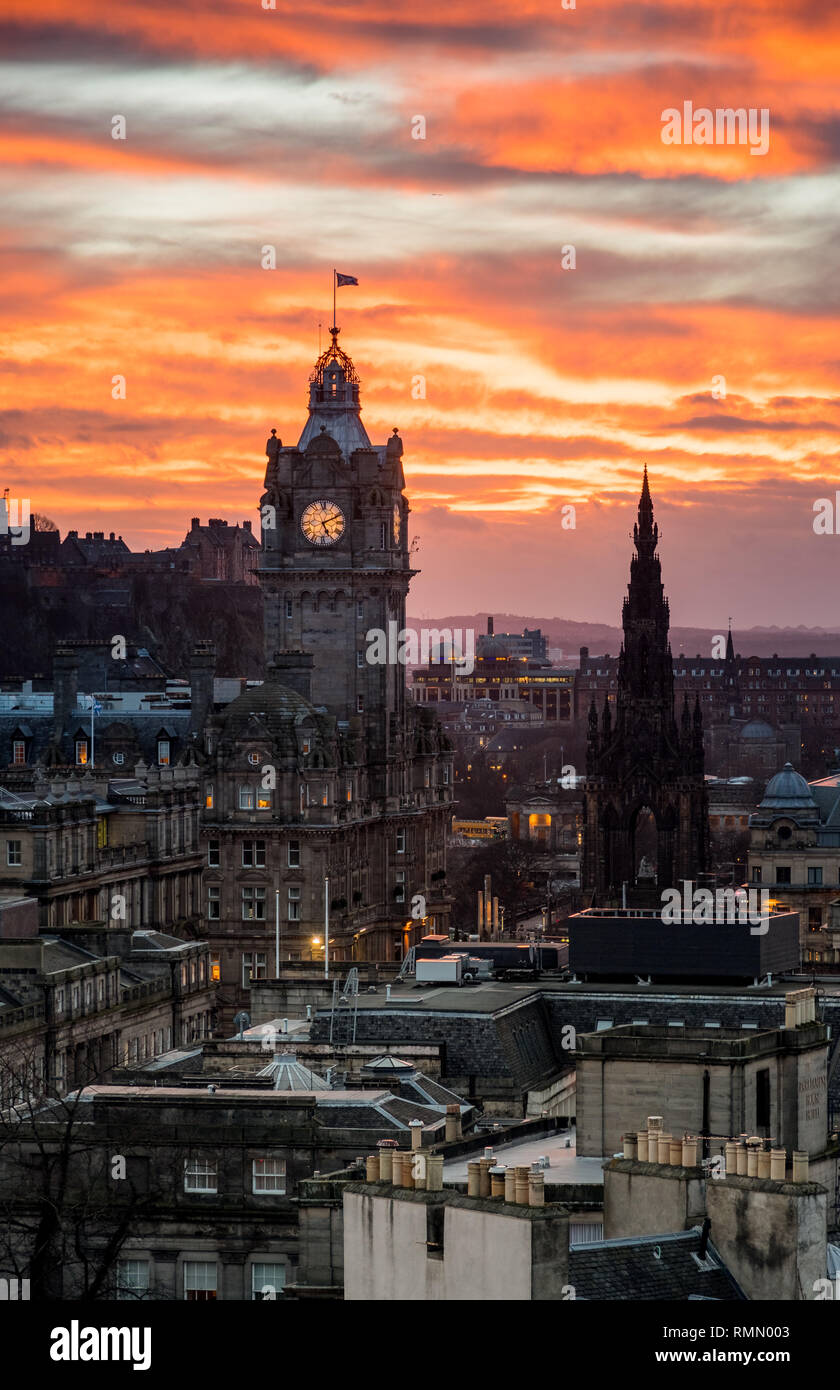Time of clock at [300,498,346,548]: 5:11
